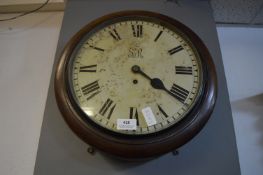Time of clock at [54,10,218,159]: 4:20
